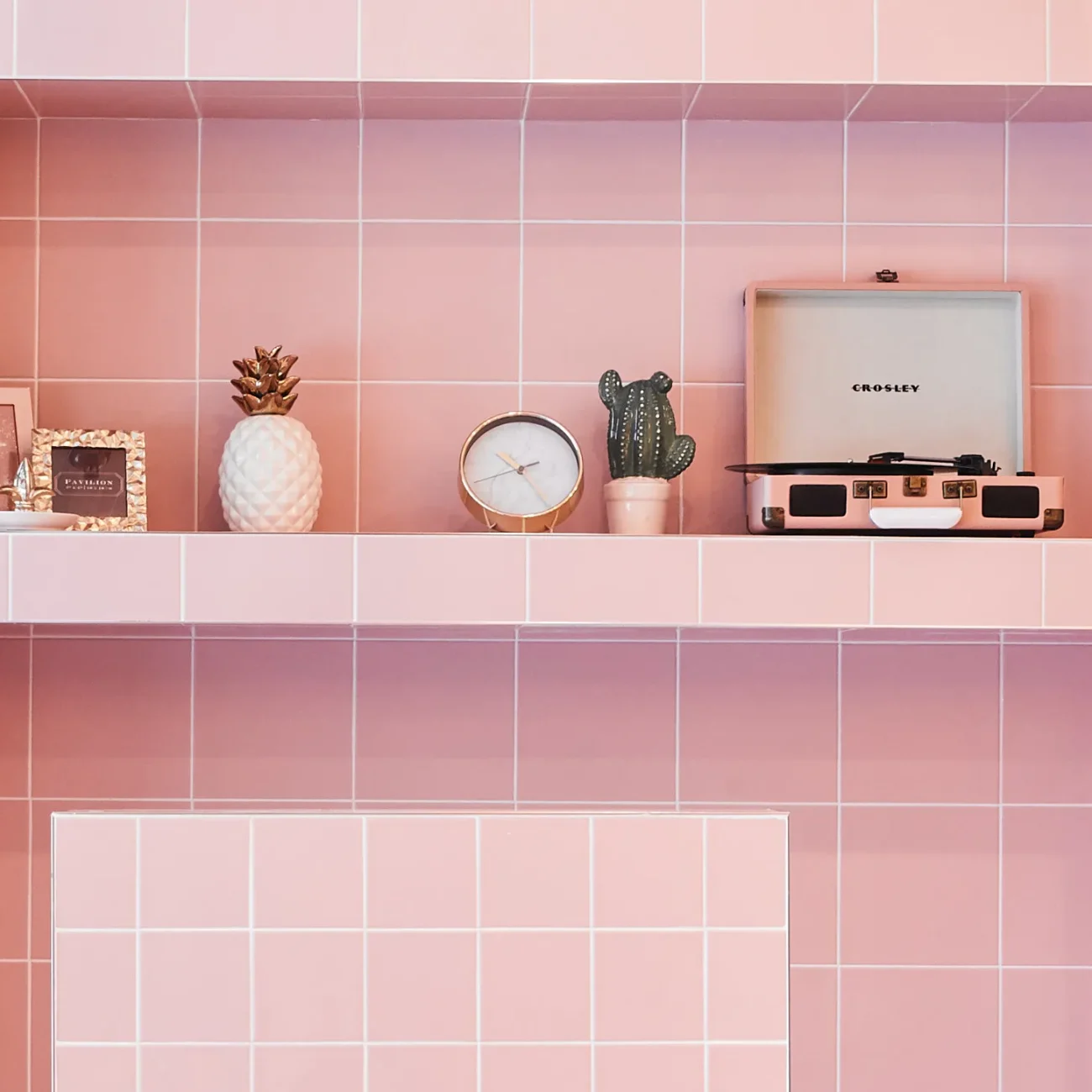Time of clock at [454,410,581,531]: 10:24
